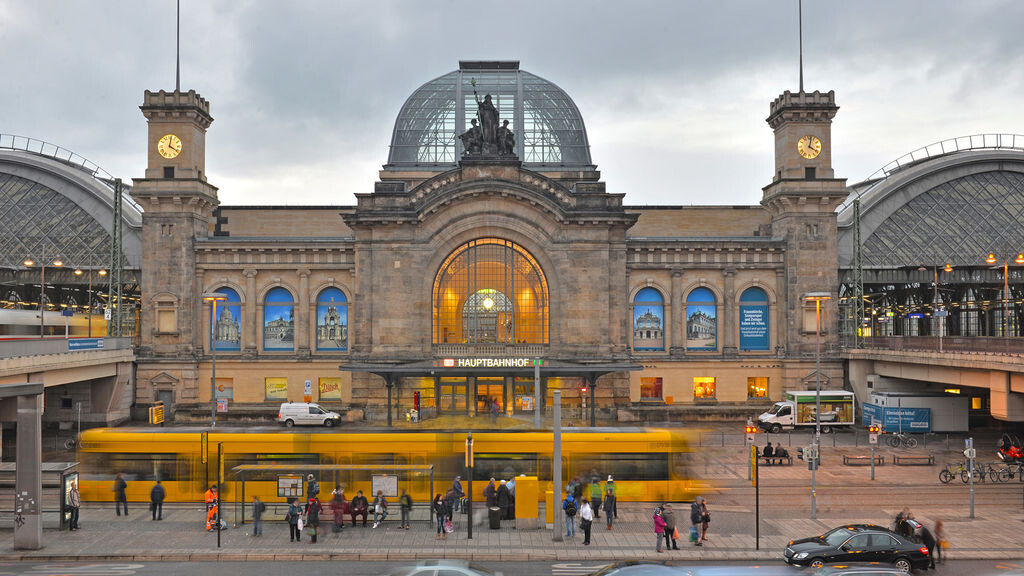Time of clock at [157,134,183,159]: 4:01
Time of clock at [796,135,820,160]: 4:02
